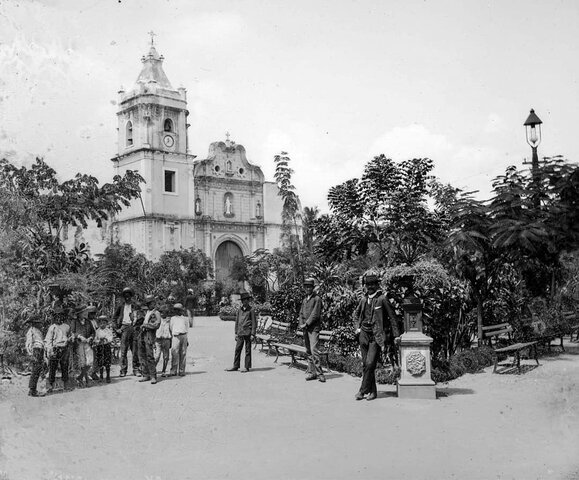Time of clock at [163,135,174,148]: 11:37
